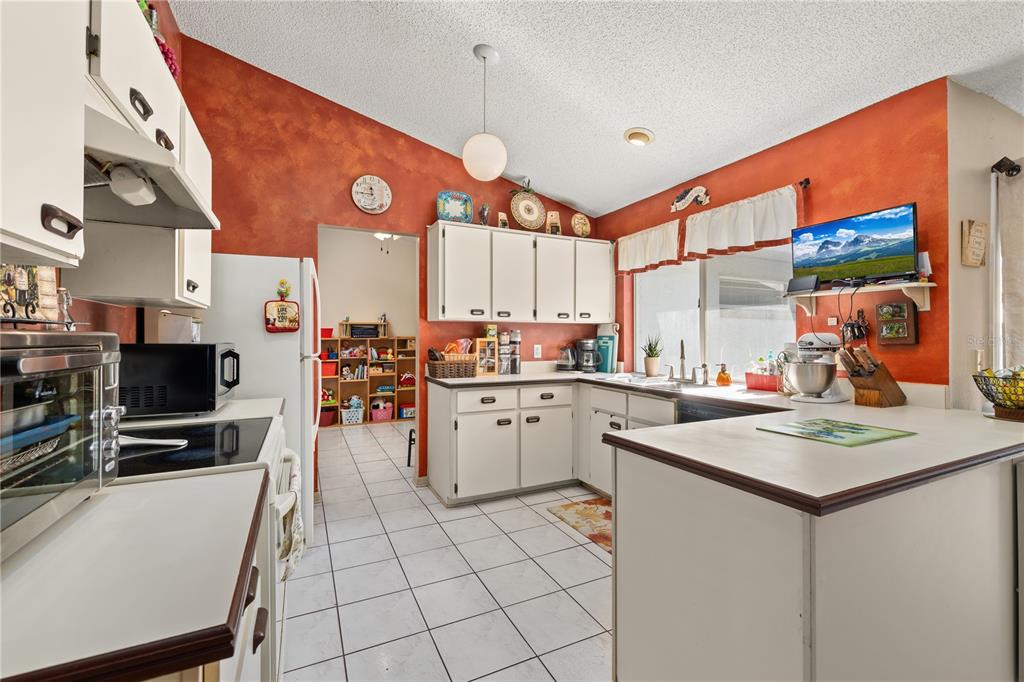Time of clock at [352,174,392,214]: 11:45
